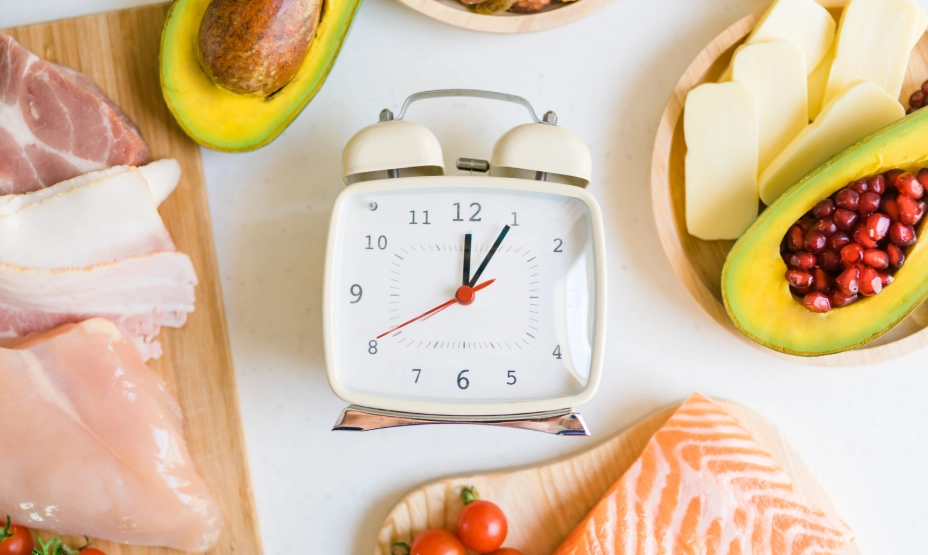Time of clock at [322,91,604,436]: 12:05
